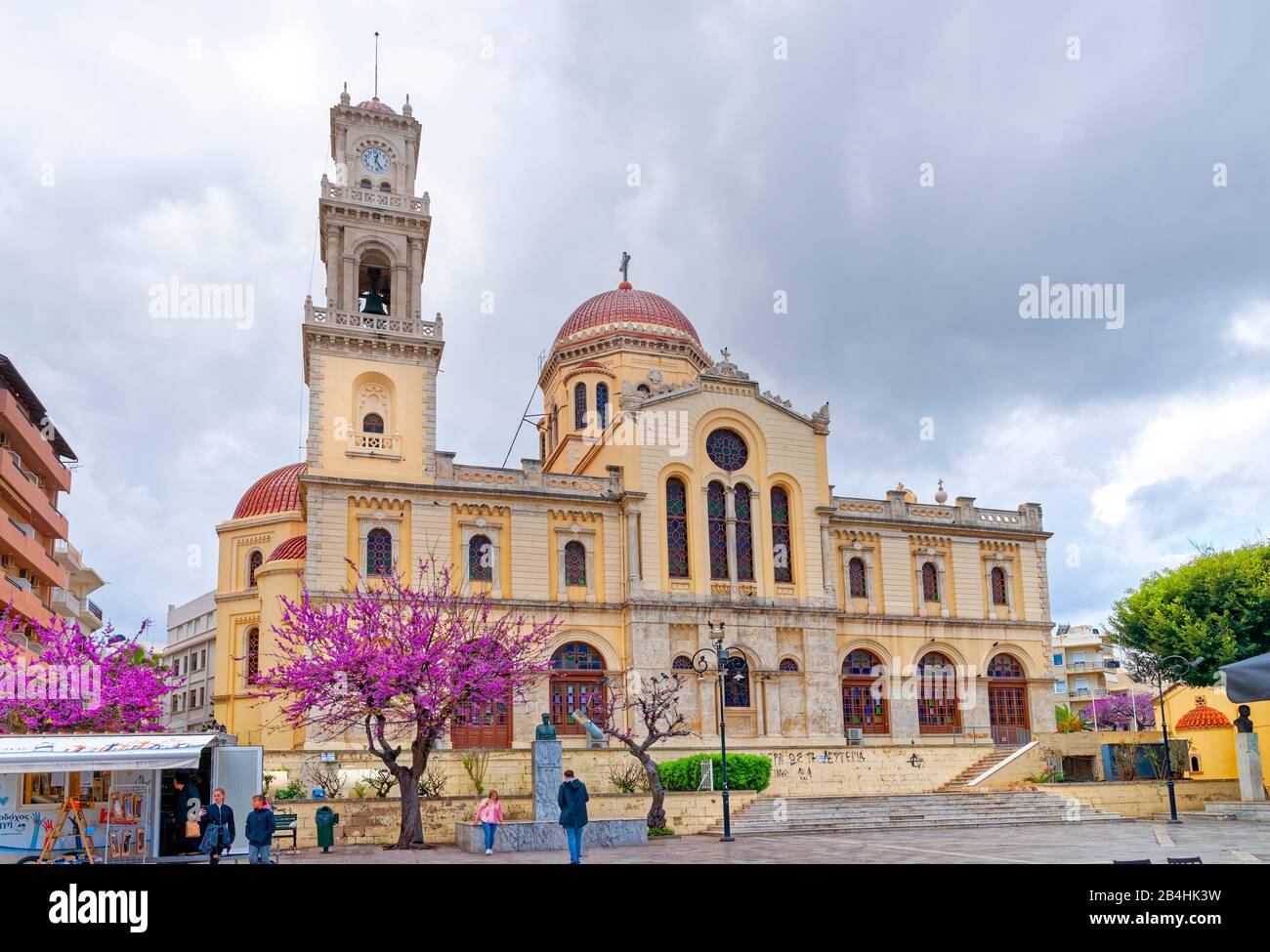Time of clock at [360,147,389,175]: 12:26
